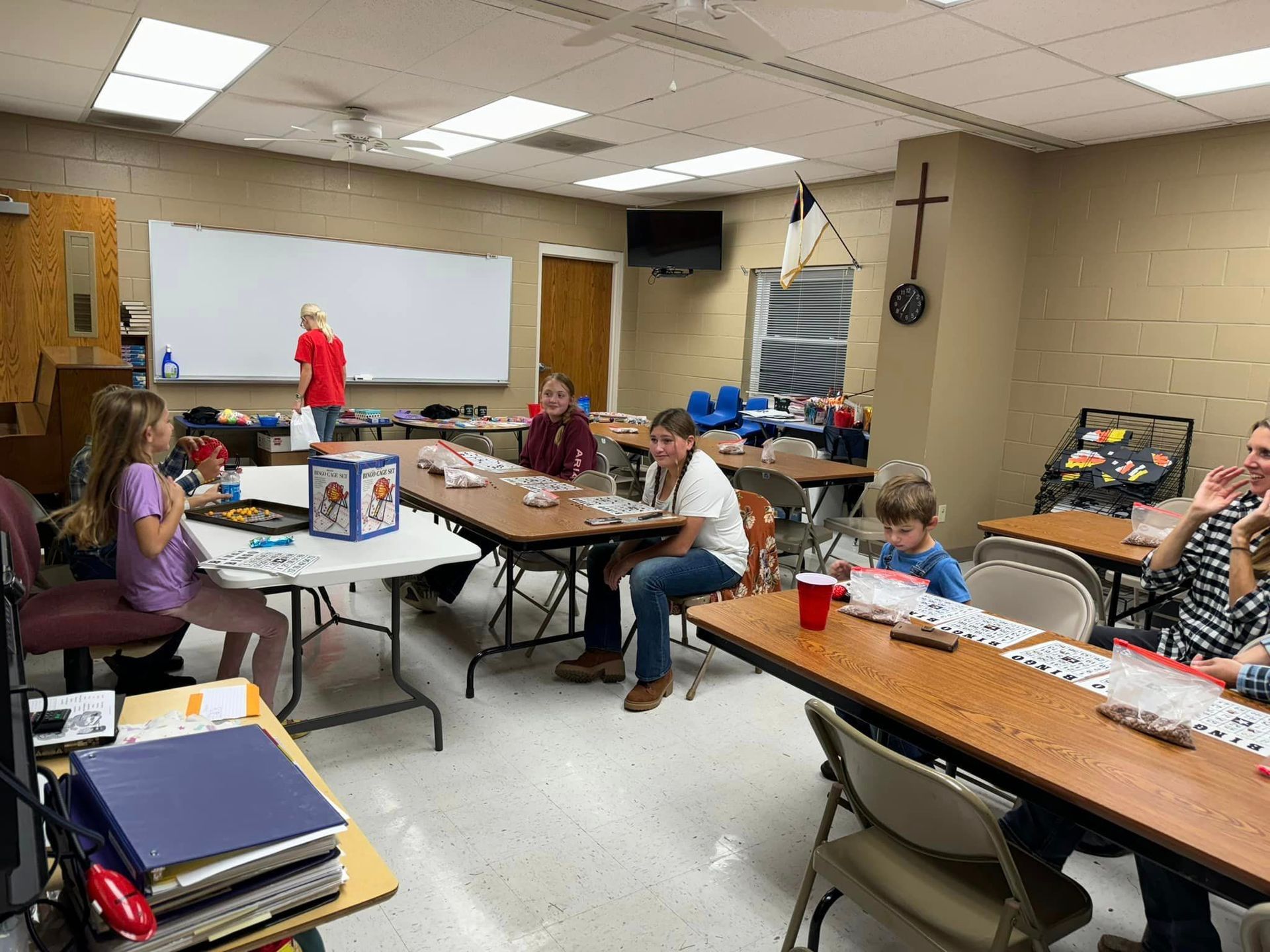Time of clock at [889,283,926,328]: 7:05
